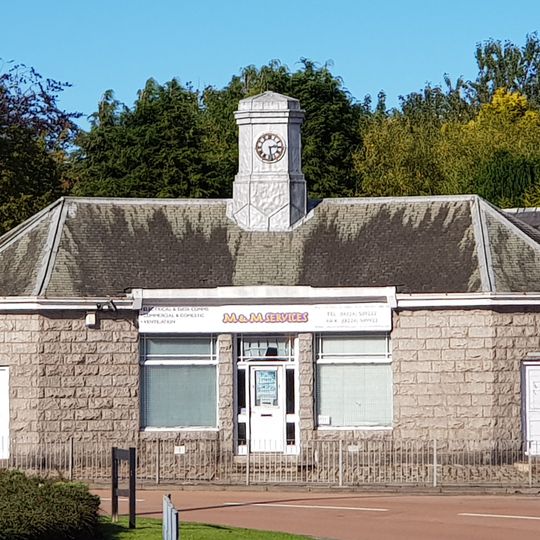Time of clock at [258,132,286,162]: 2:28
